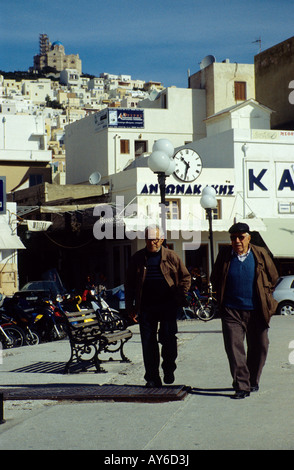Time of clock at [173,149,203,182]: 10:32
